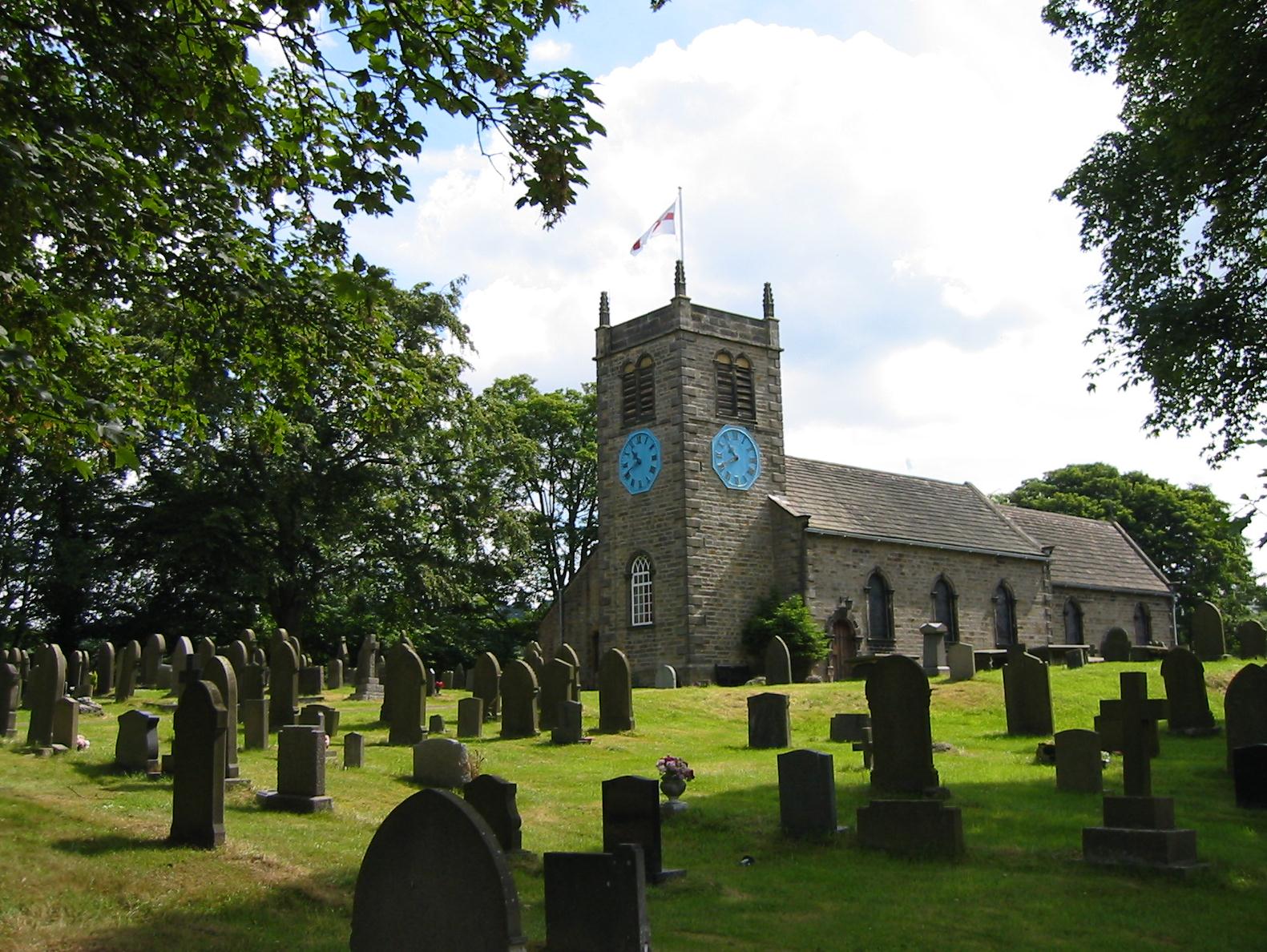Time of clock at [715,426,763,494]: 10:40
